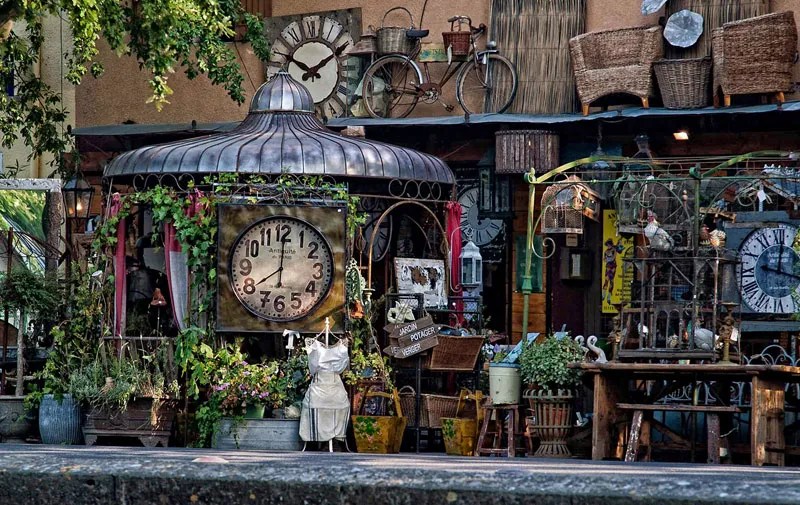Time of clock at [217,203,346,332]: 8:00
